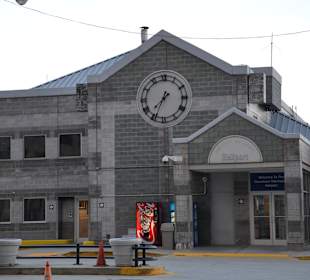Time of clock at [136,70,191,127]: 7:34
